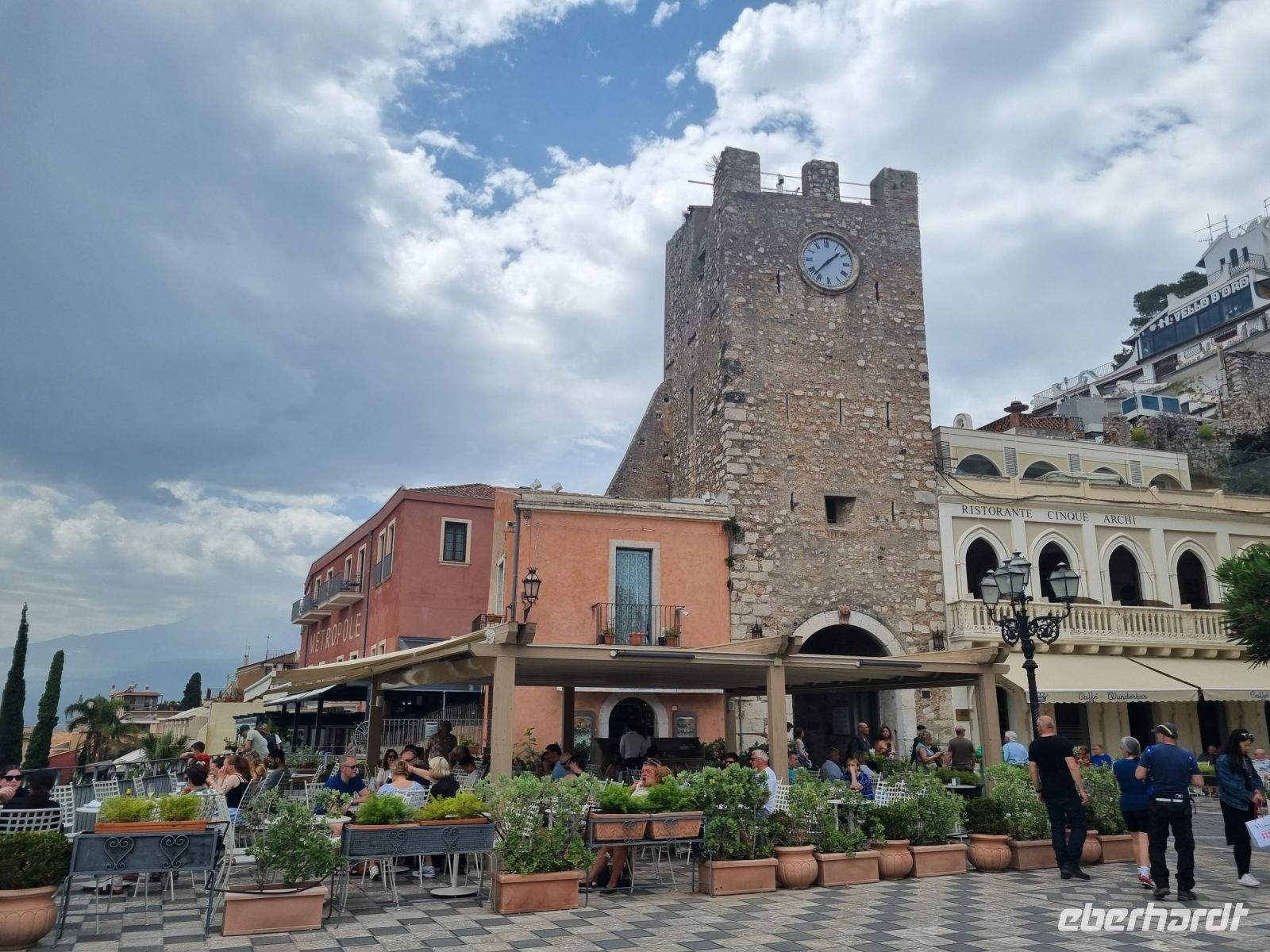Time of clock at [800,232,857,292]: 1:37
